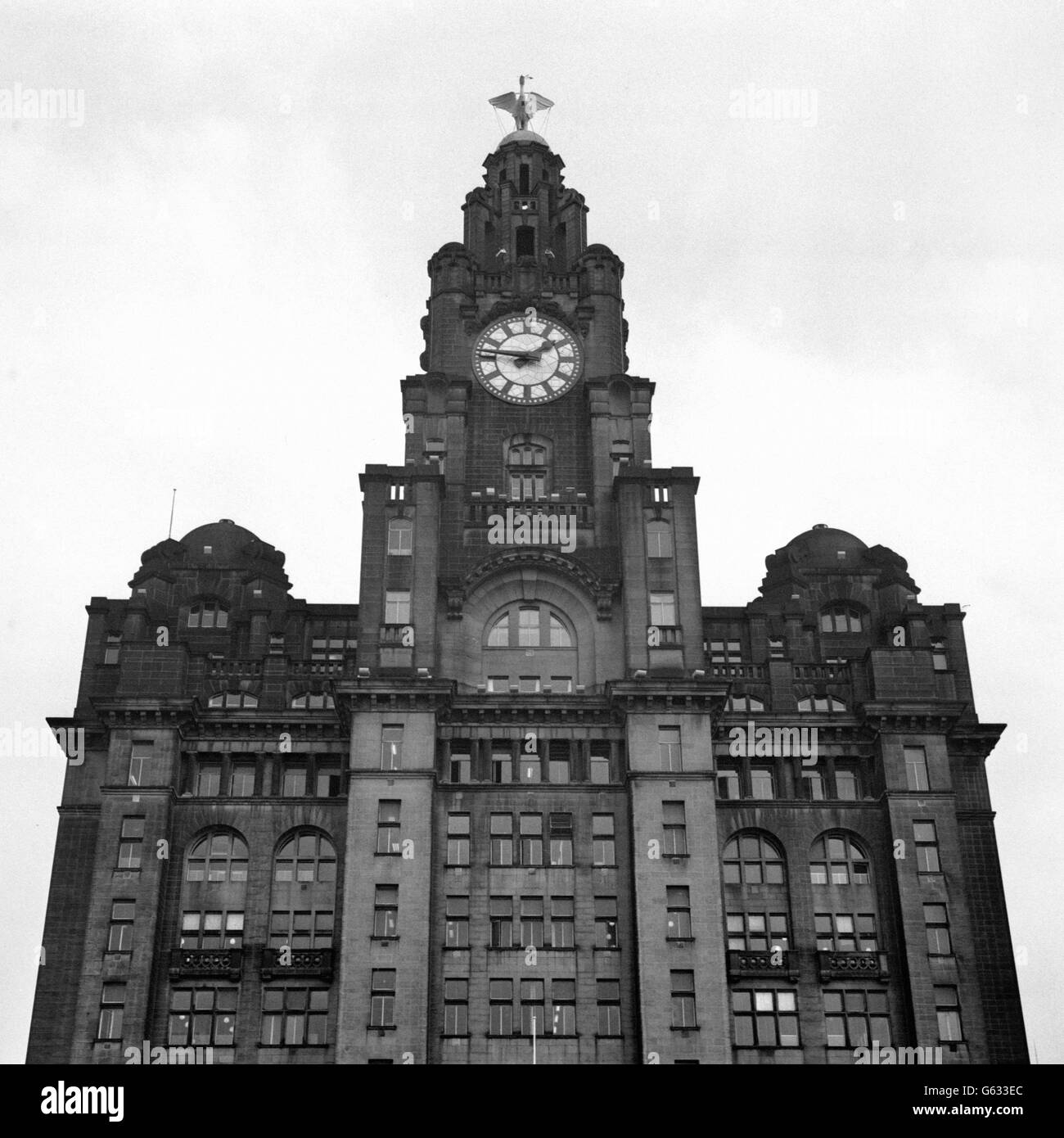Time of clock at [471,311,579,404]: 1:46
